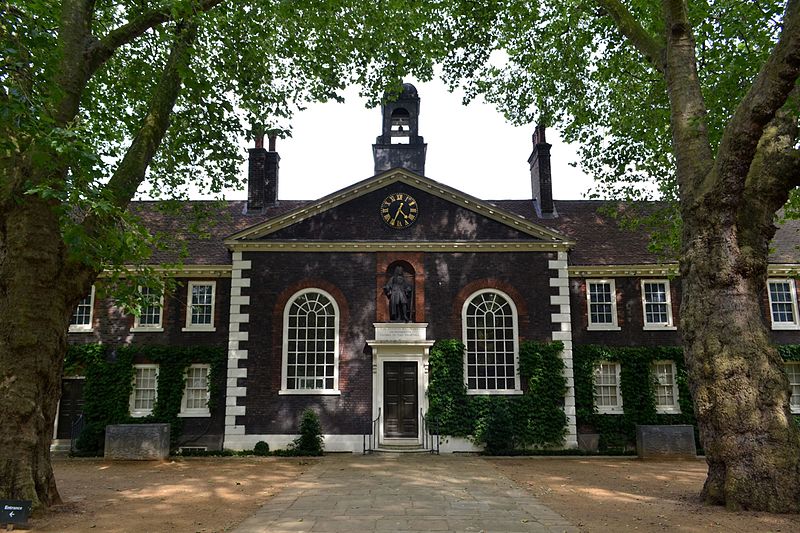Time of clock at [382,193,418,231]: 4:34
